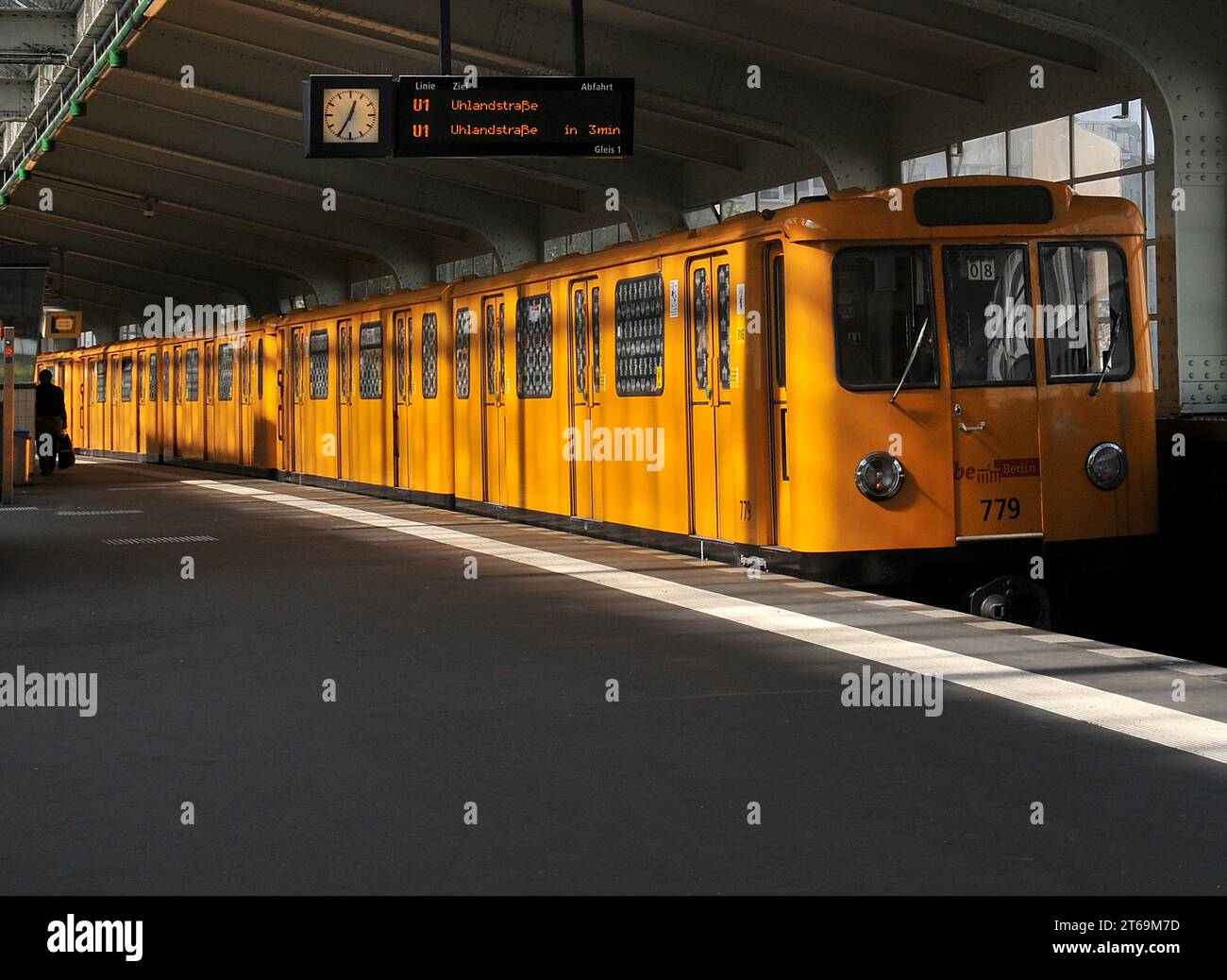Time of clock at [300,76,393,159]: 12:34
